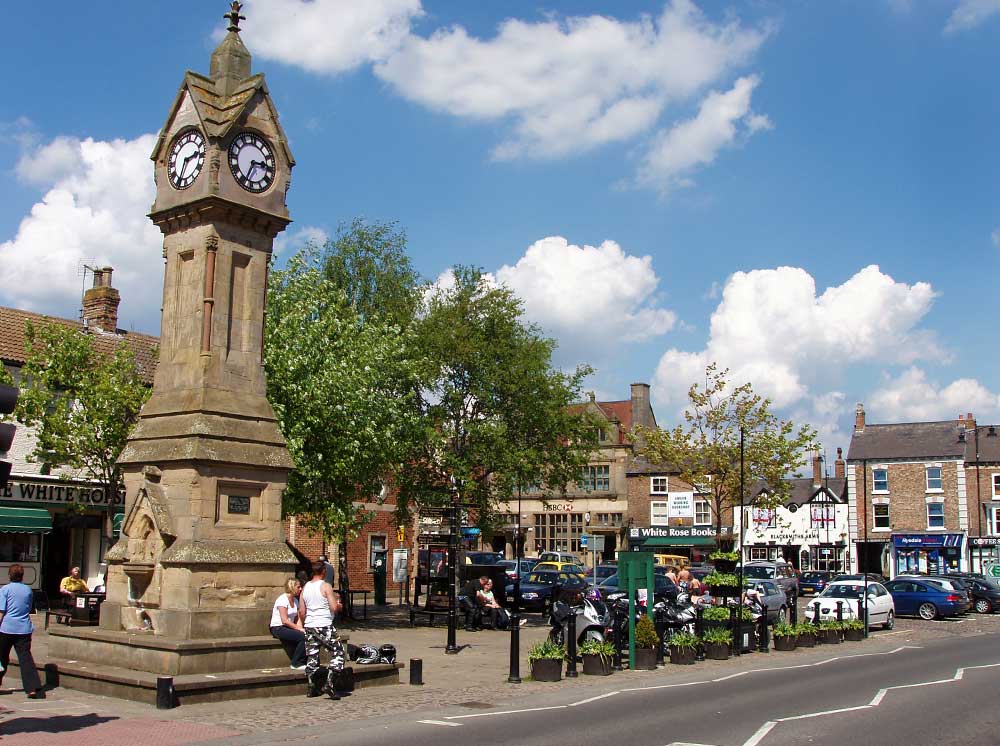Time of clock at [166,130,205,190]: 2:33
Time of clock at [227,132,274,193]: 2:34
